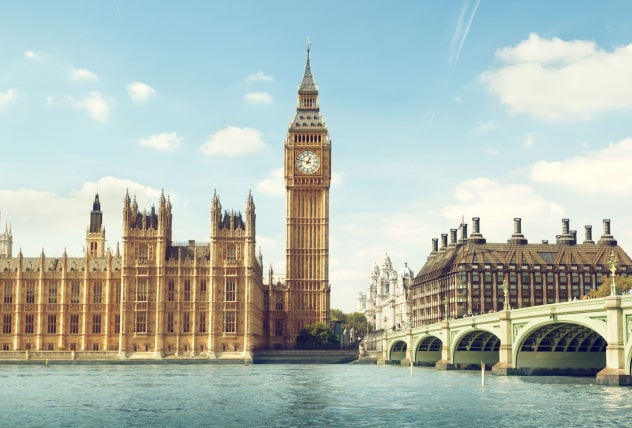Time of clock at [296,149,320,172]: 12:47
